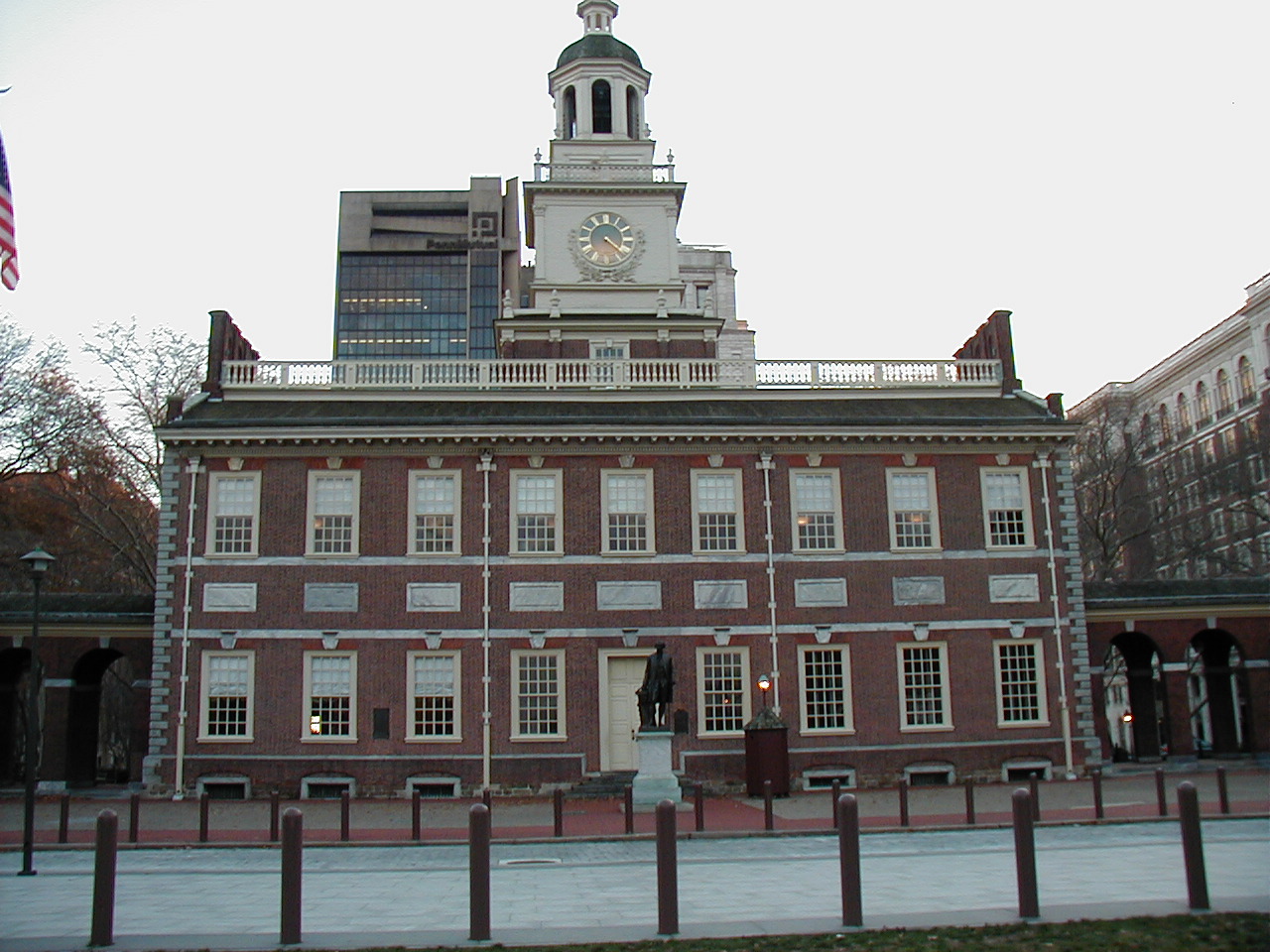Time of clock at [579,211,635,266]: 4:21
